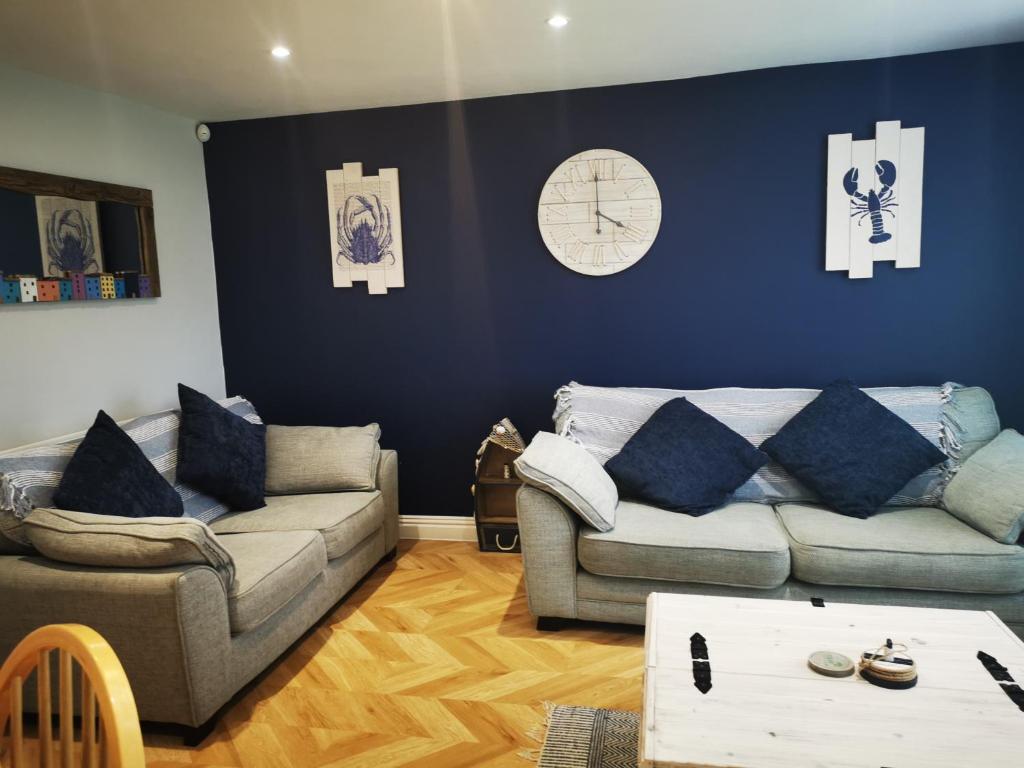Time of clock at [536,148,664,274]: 4:00
